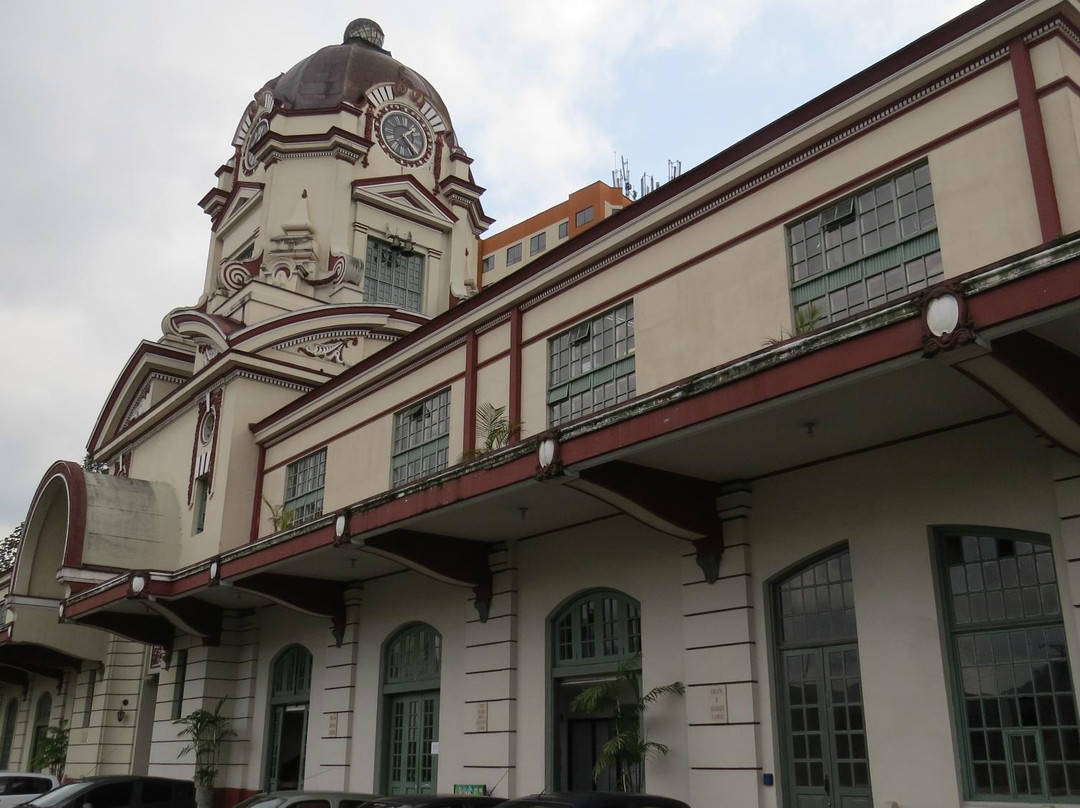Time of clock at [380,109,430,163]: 1:24
